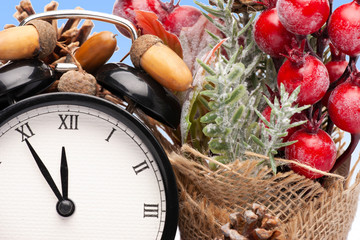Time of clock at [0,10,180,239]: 11:54
